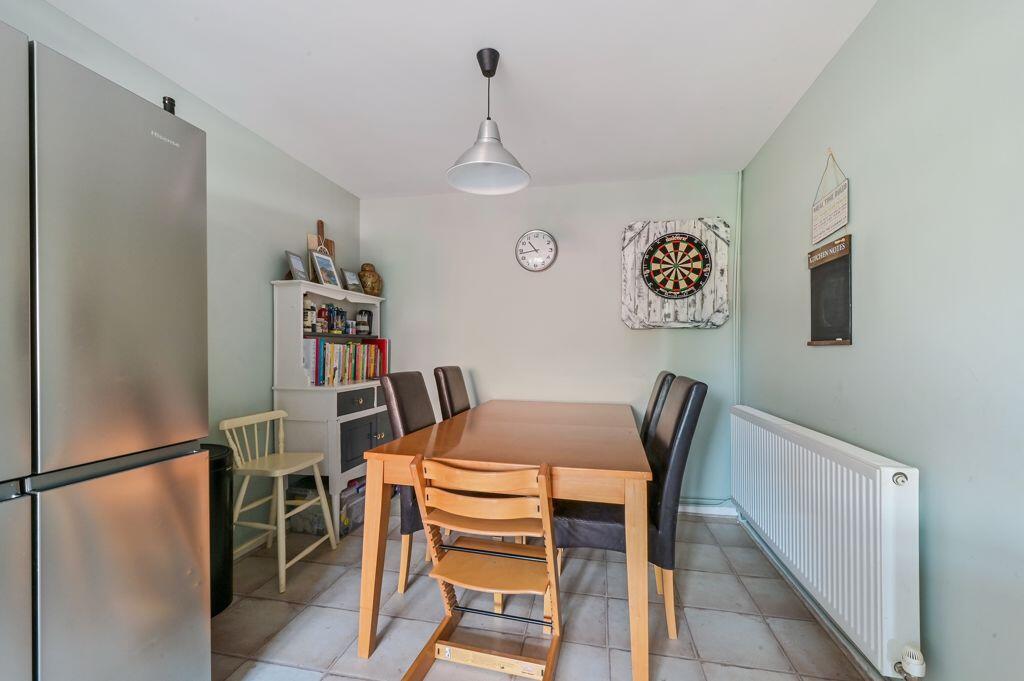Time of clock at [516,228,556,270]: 10:43
